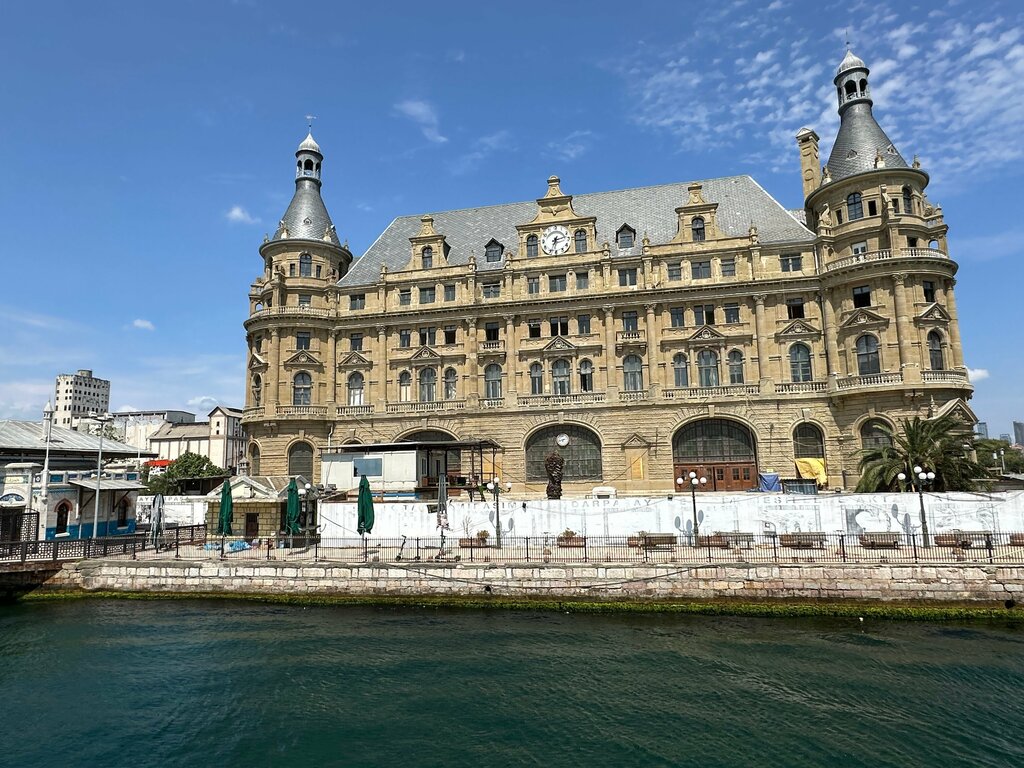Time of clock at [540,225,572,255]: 2:33
